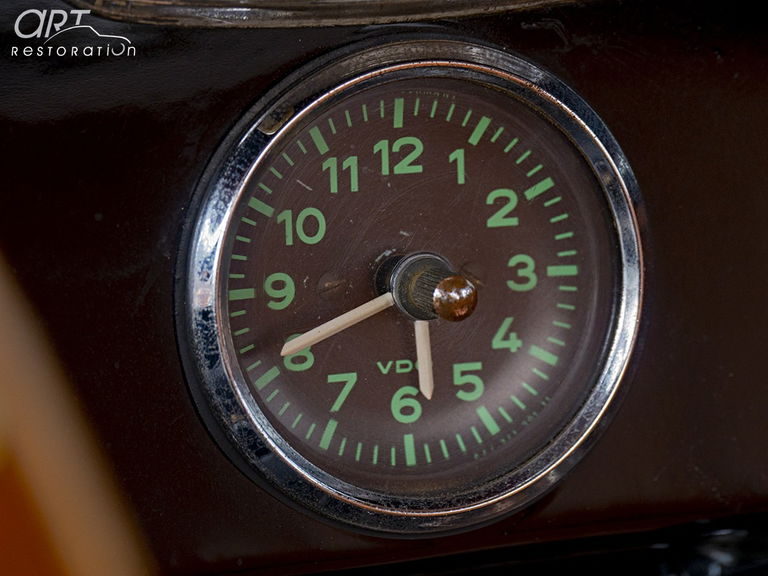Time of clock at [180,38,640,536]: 5:40
